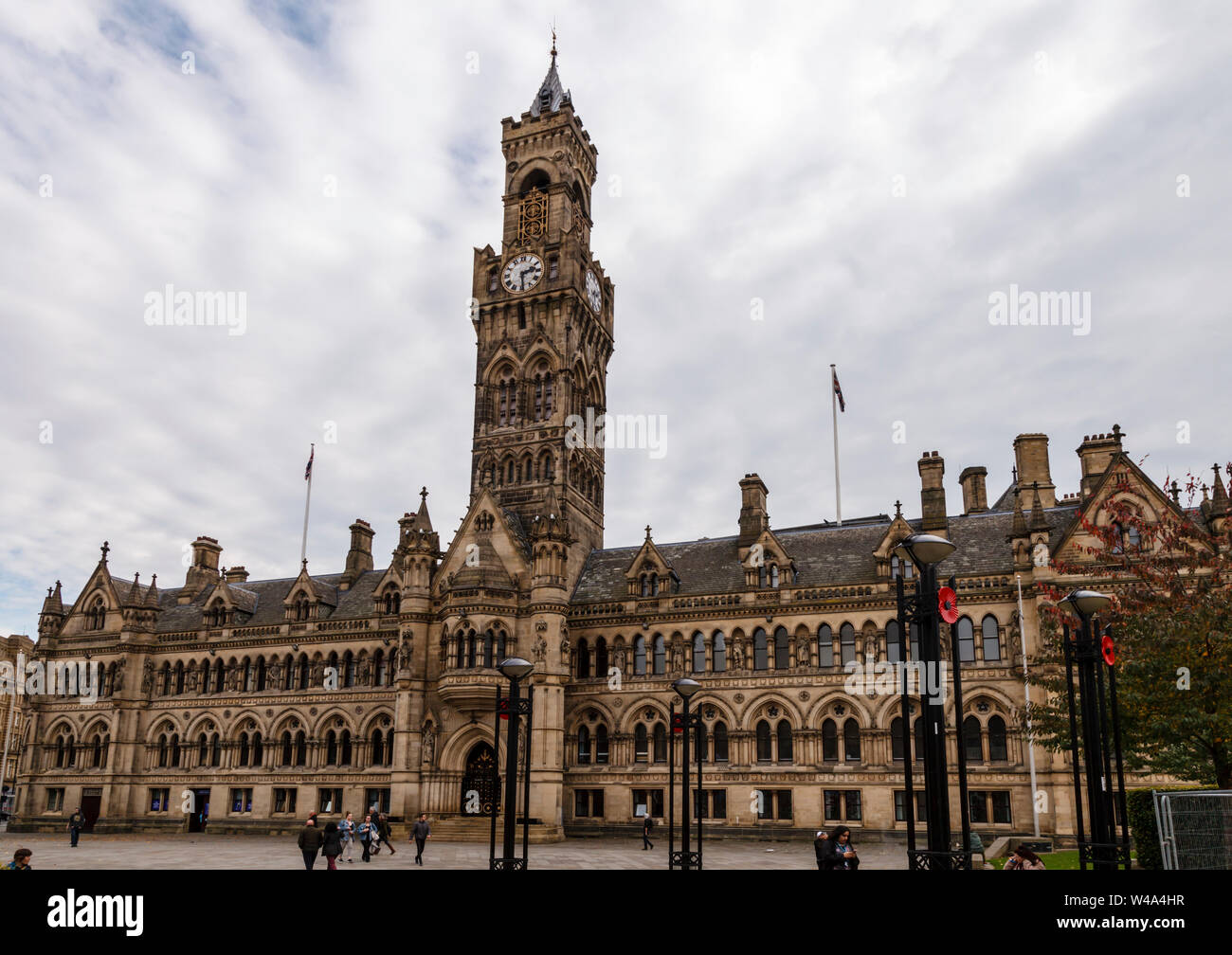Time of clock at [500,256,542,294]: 2:29
